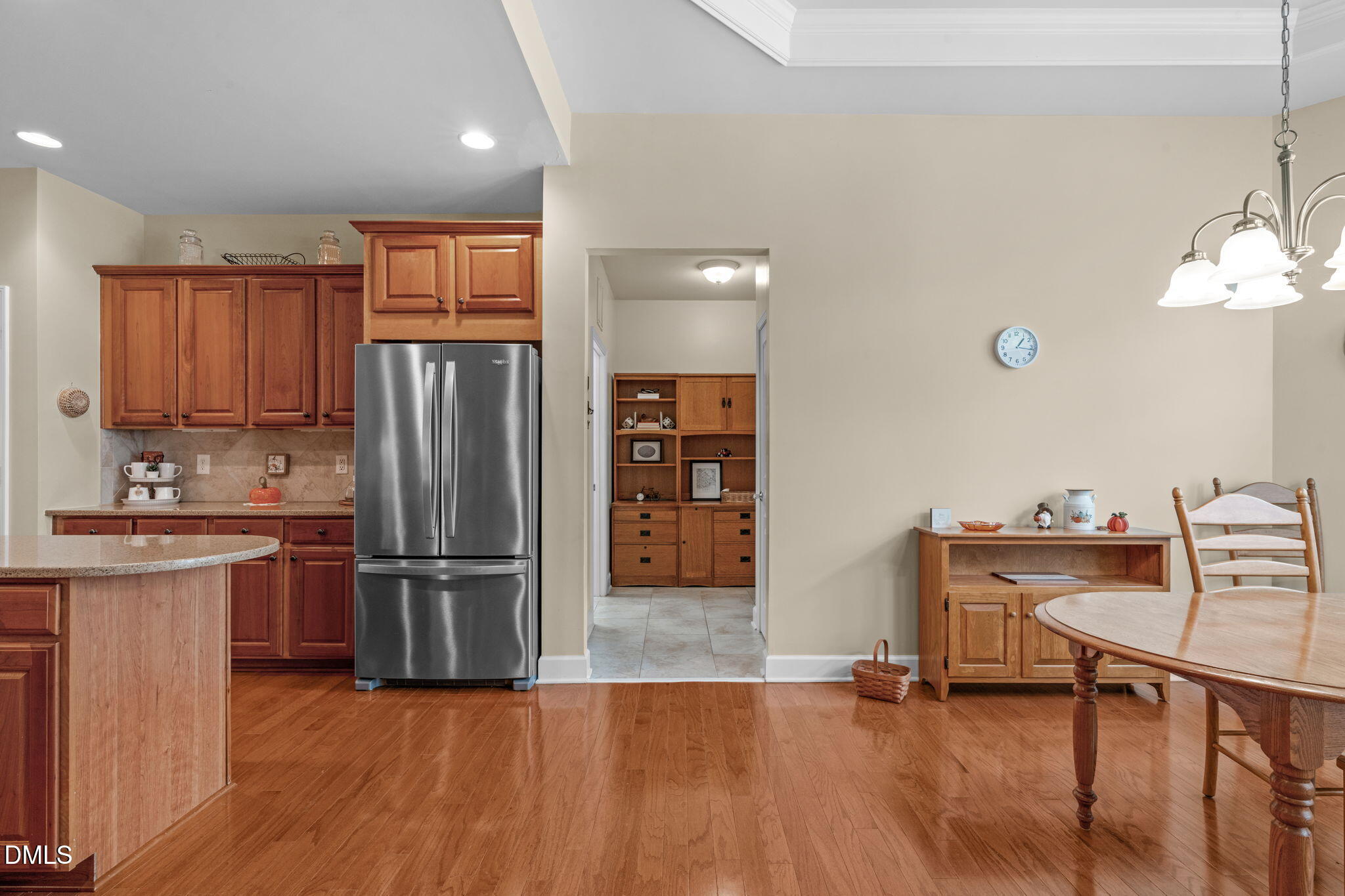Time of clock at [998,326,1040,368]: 1:16
